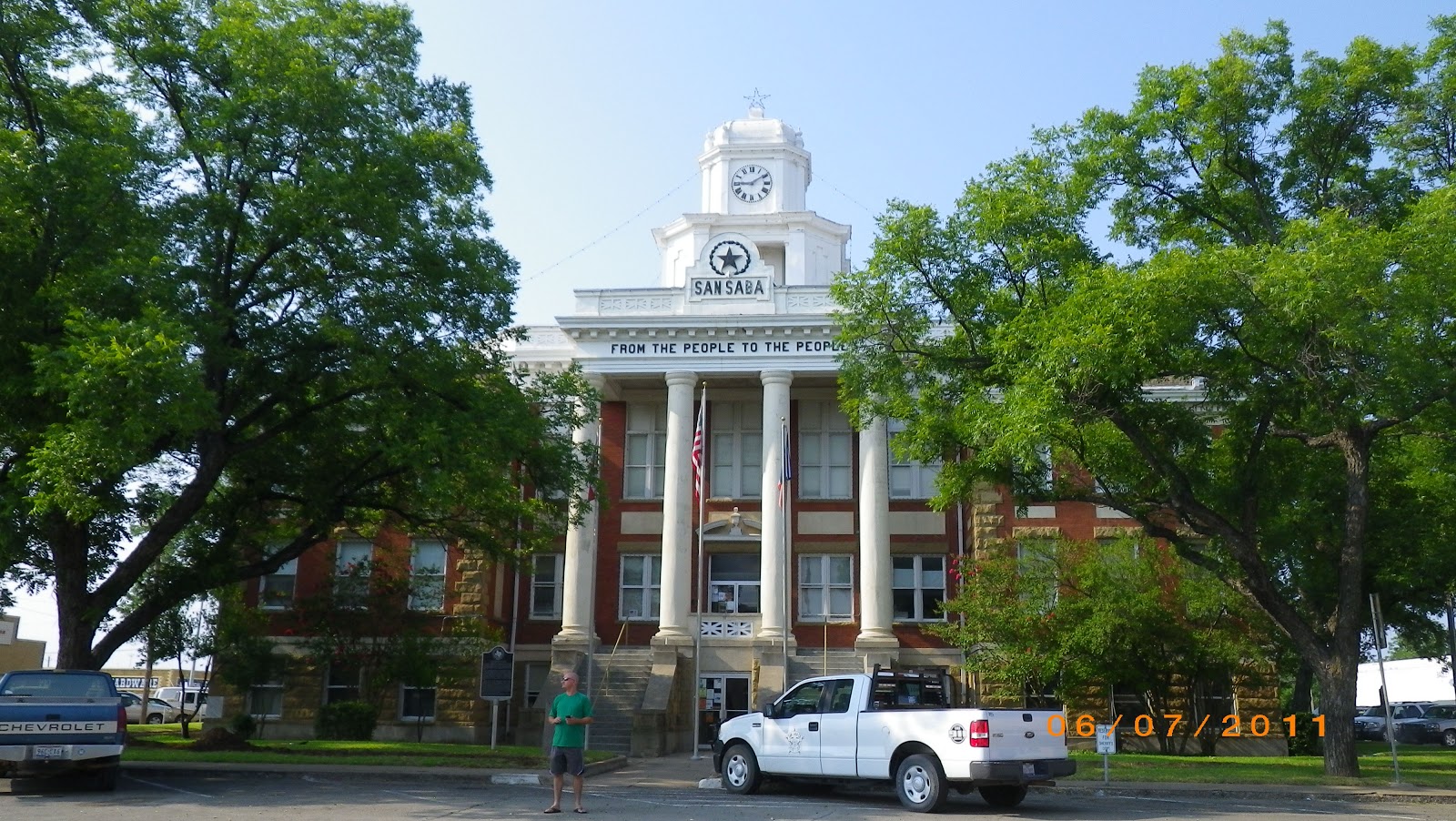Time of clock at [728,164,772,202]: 9:09
